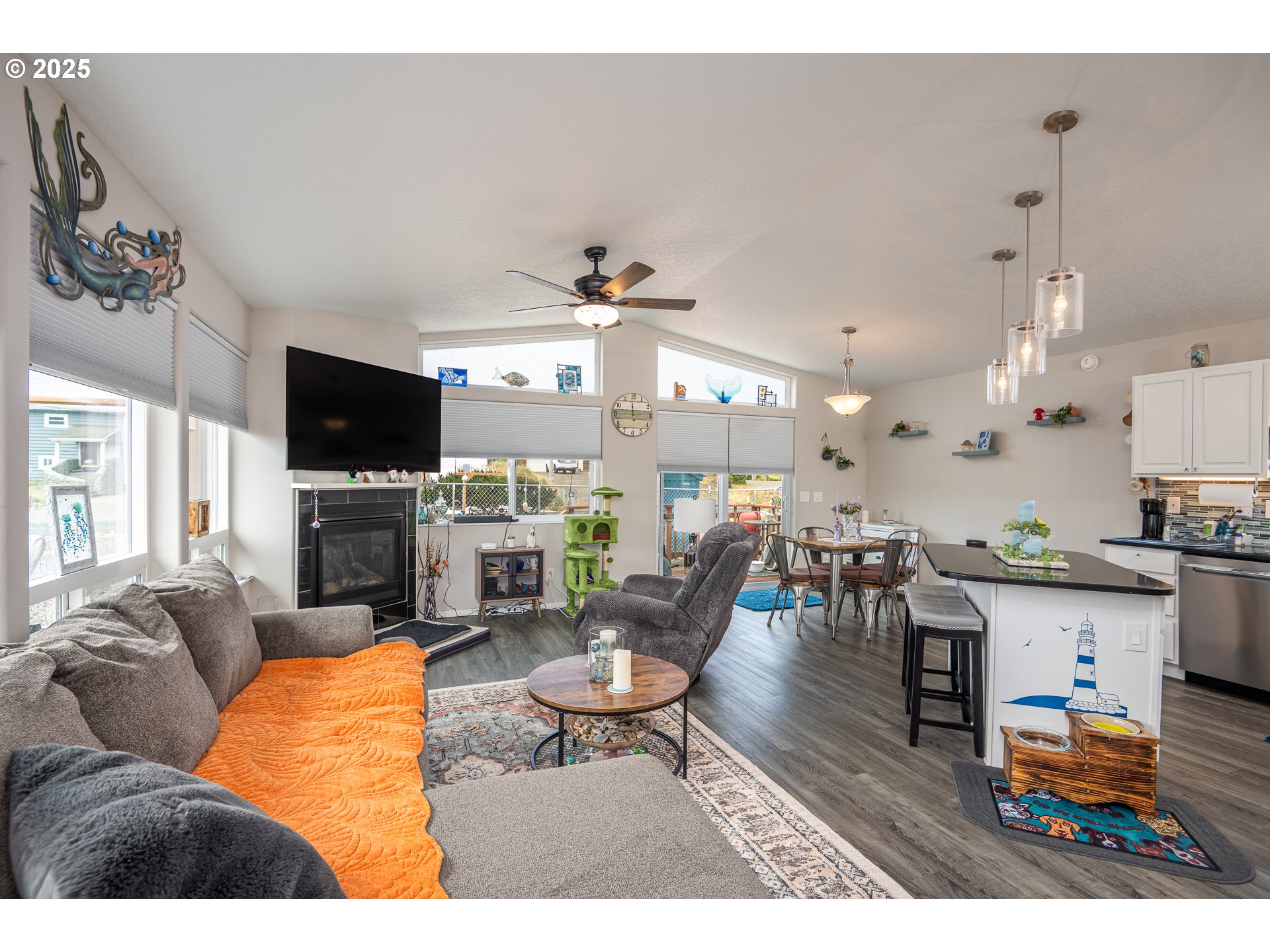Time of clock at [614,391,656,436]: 11:59
